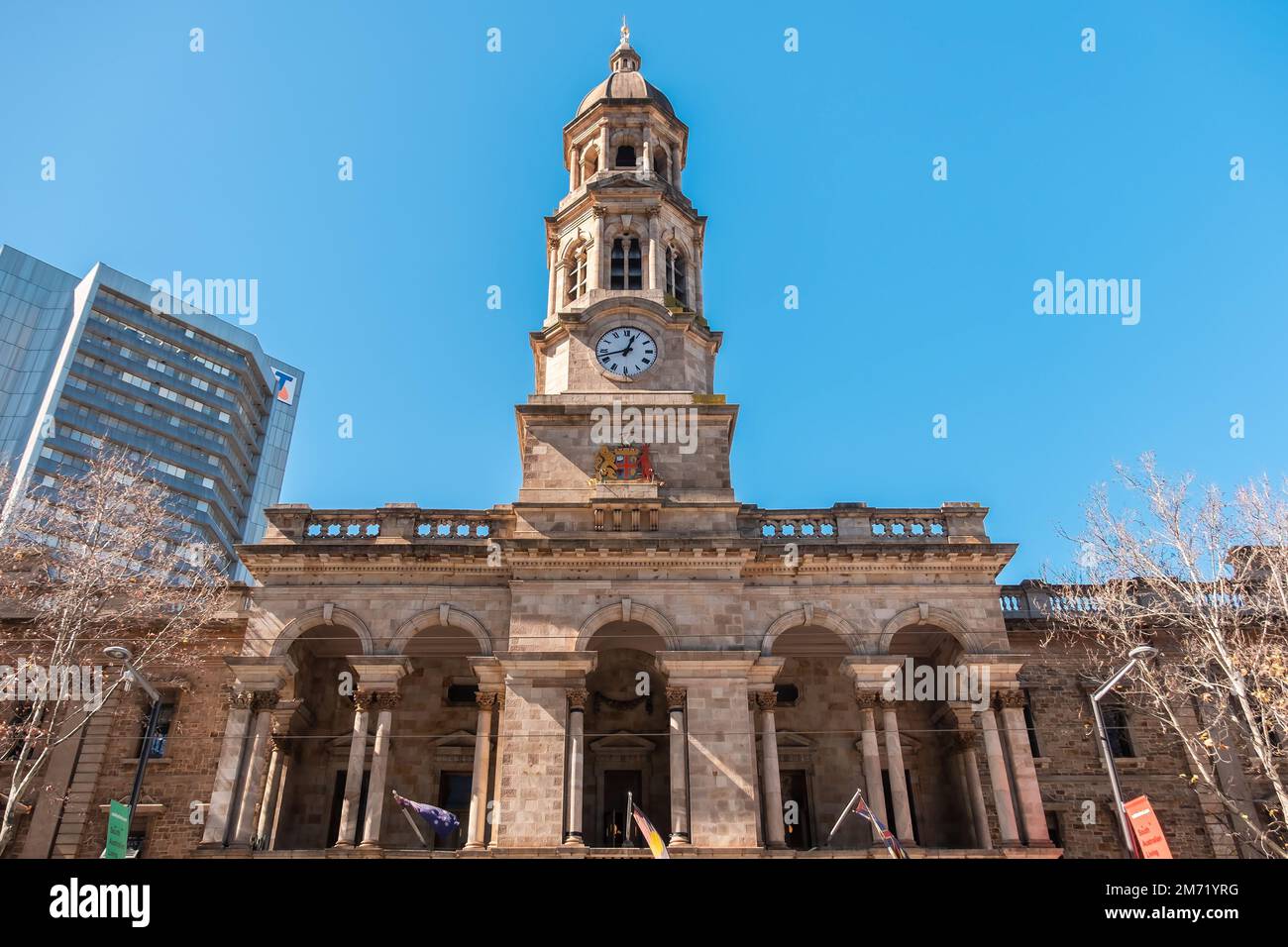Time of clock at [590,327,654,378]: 12:42
